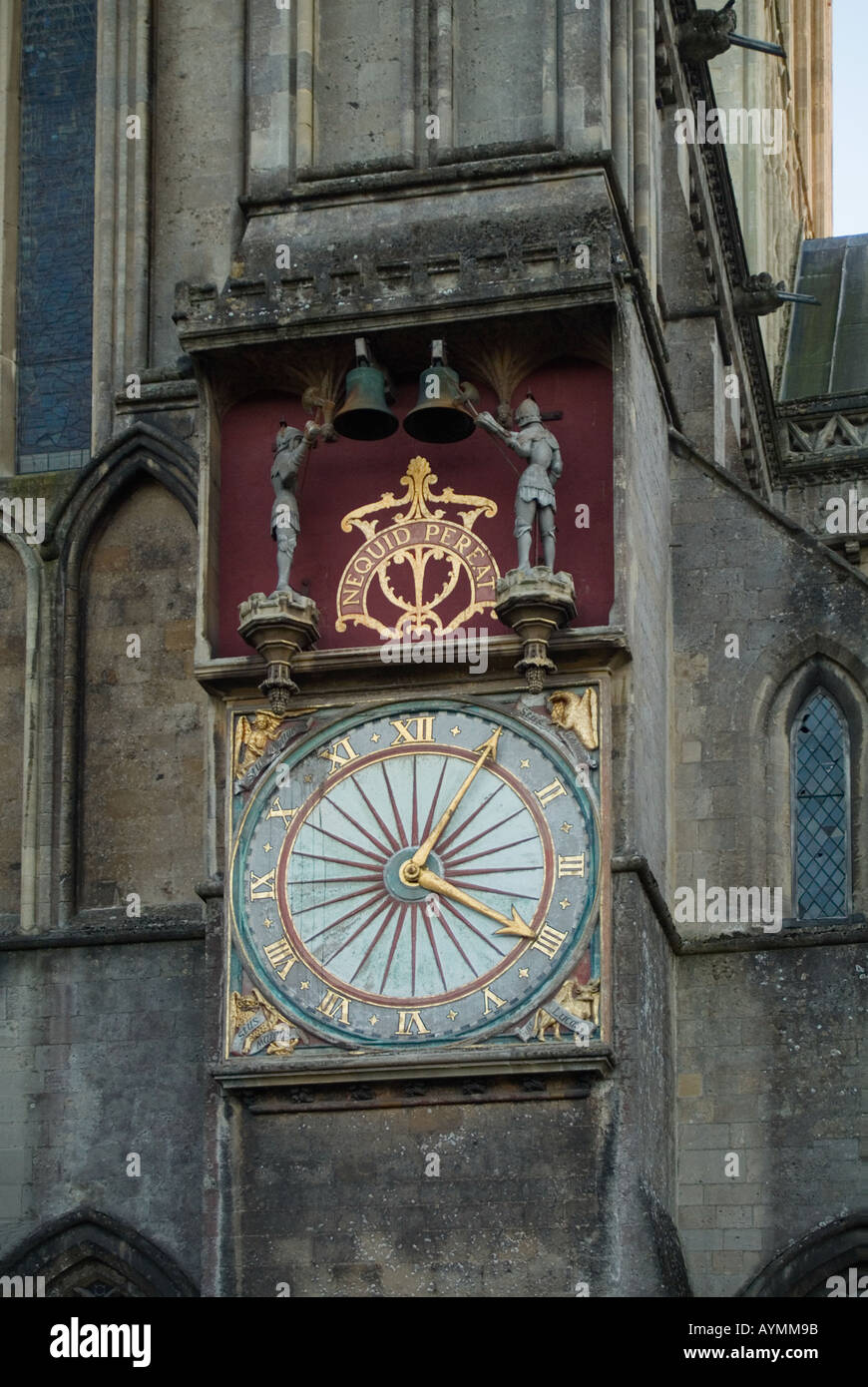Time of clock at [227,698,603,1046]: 1:20
